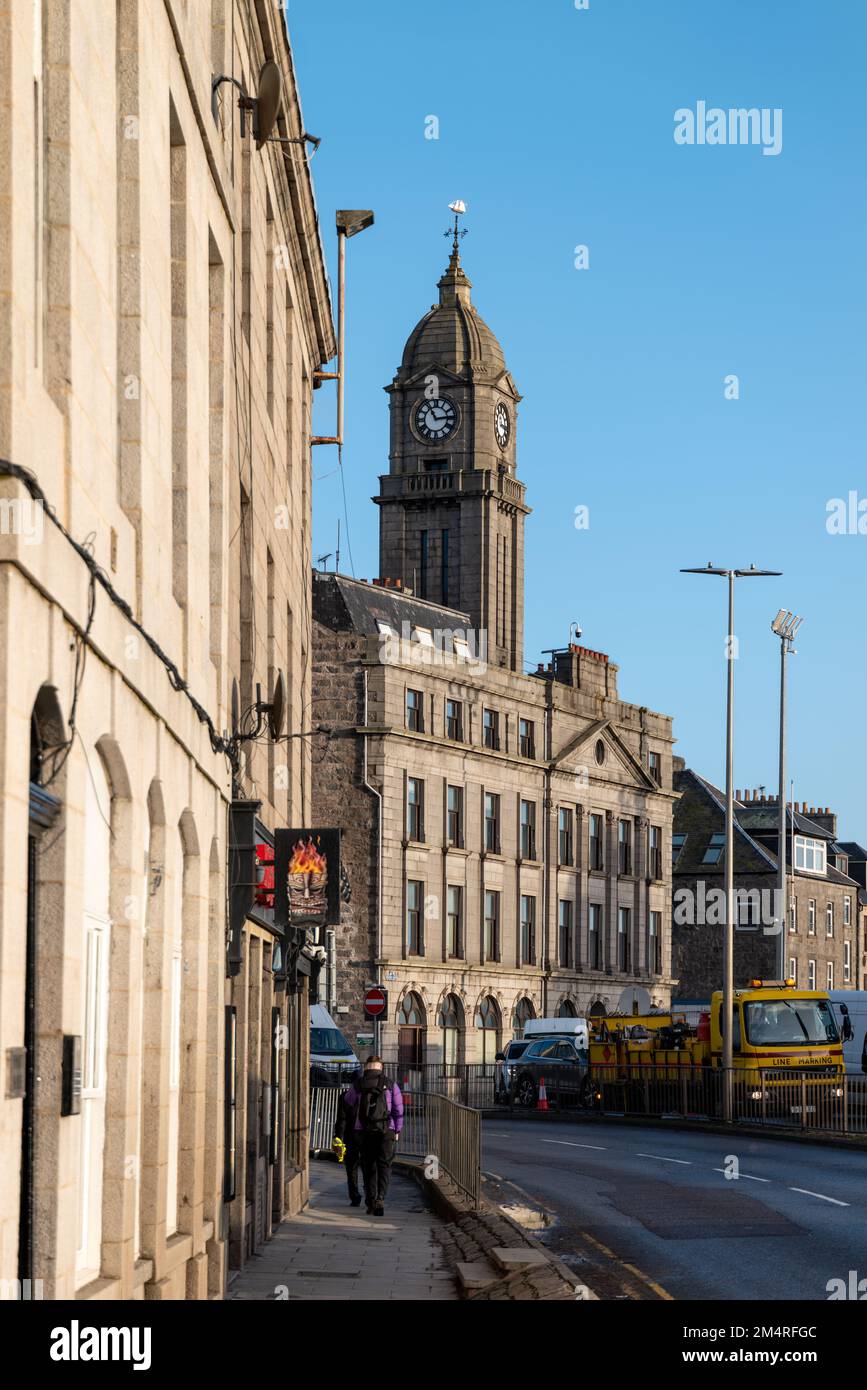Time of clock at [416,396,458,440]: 11:13
